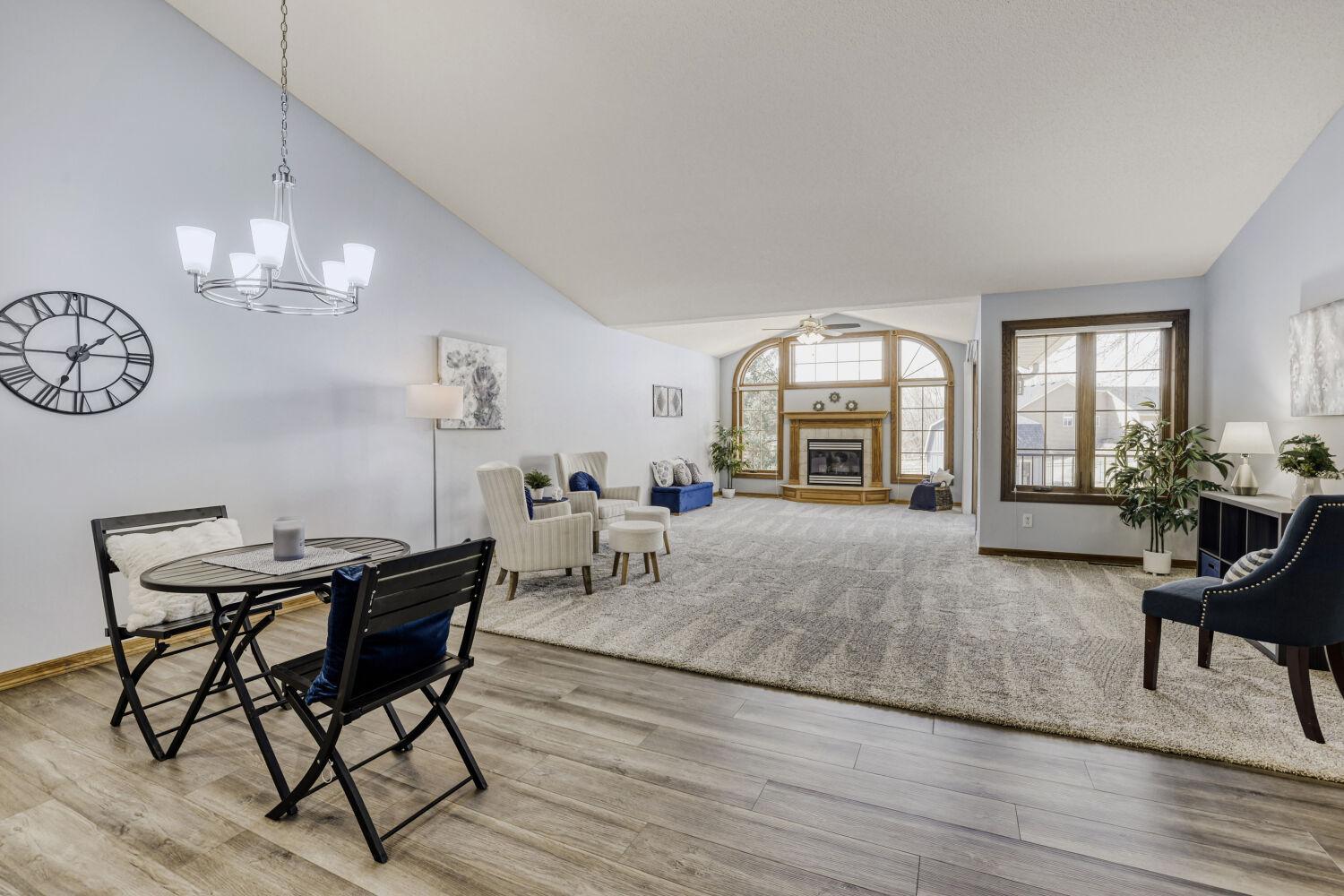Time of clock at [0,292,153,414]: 1:33
